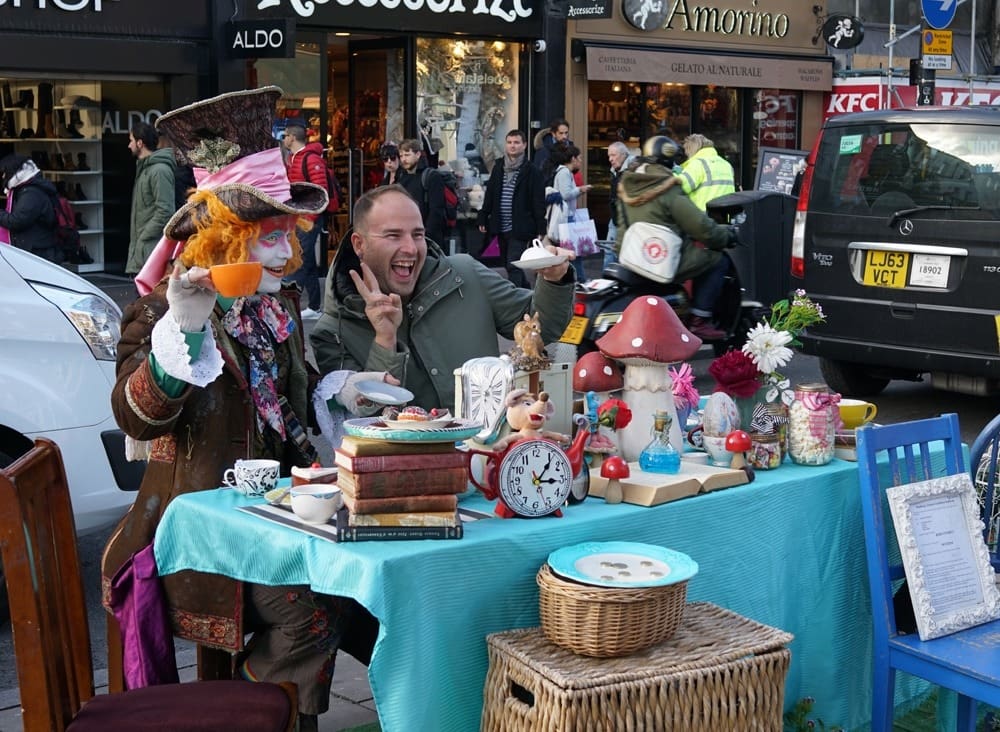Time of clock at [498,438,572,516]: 3:06
